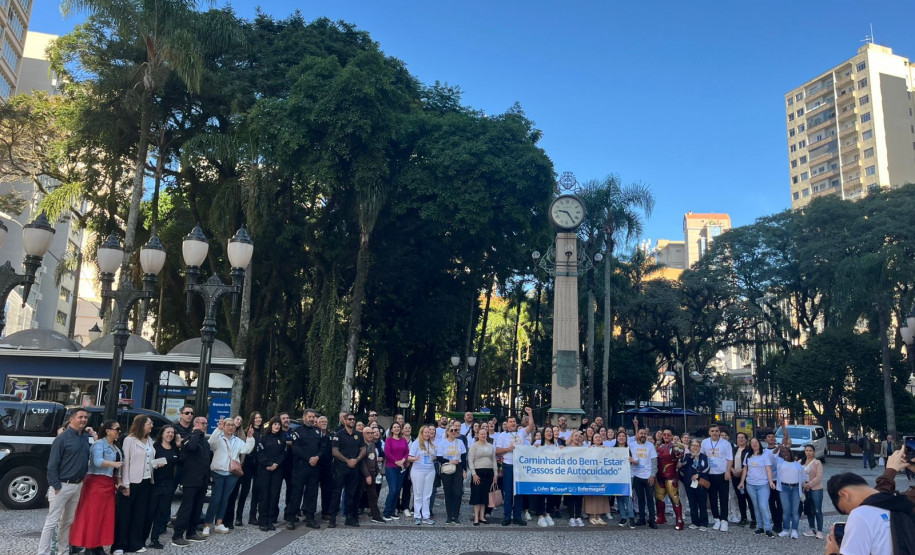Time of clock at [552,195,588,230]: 9:24
